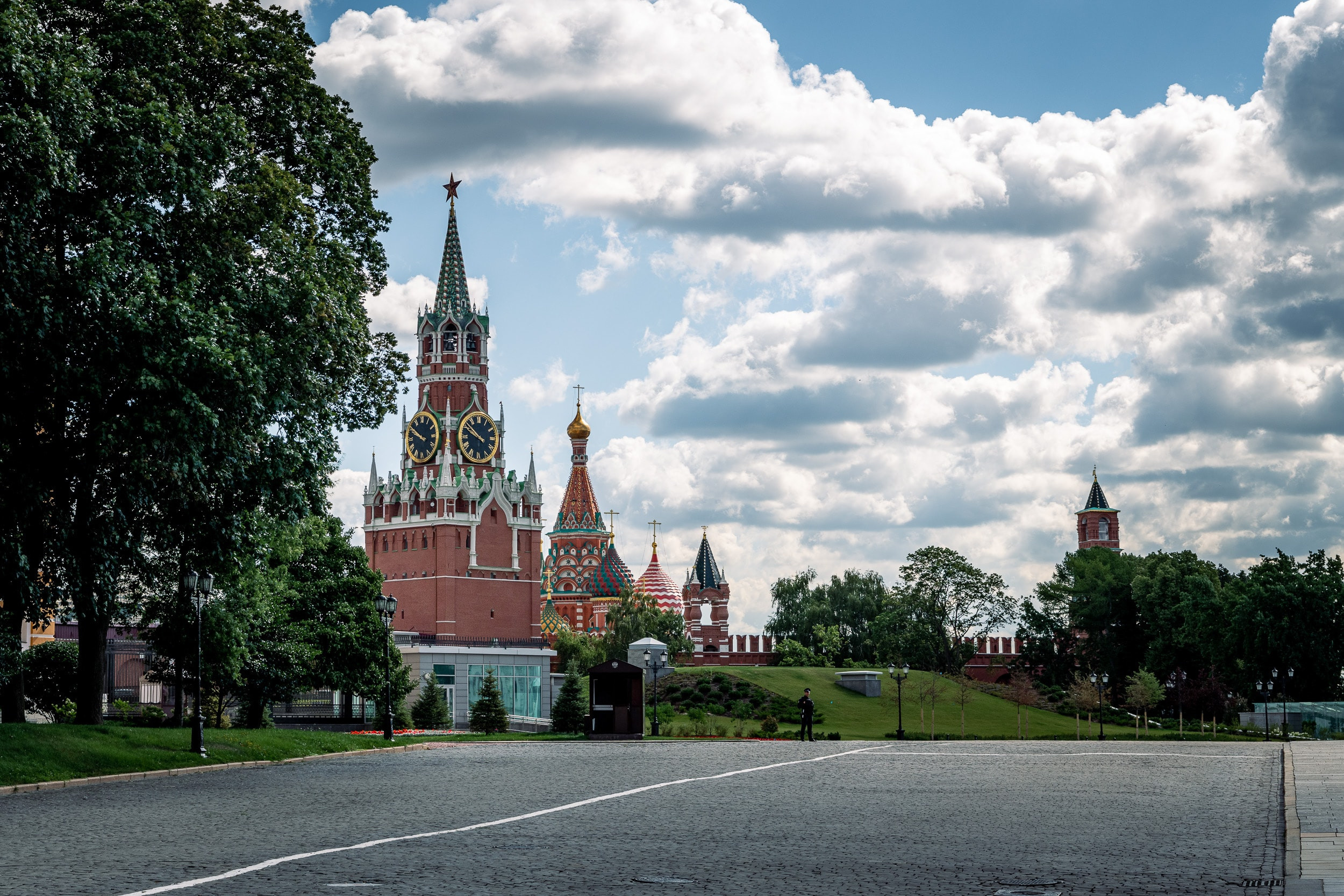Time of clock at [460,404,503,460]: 9:51
